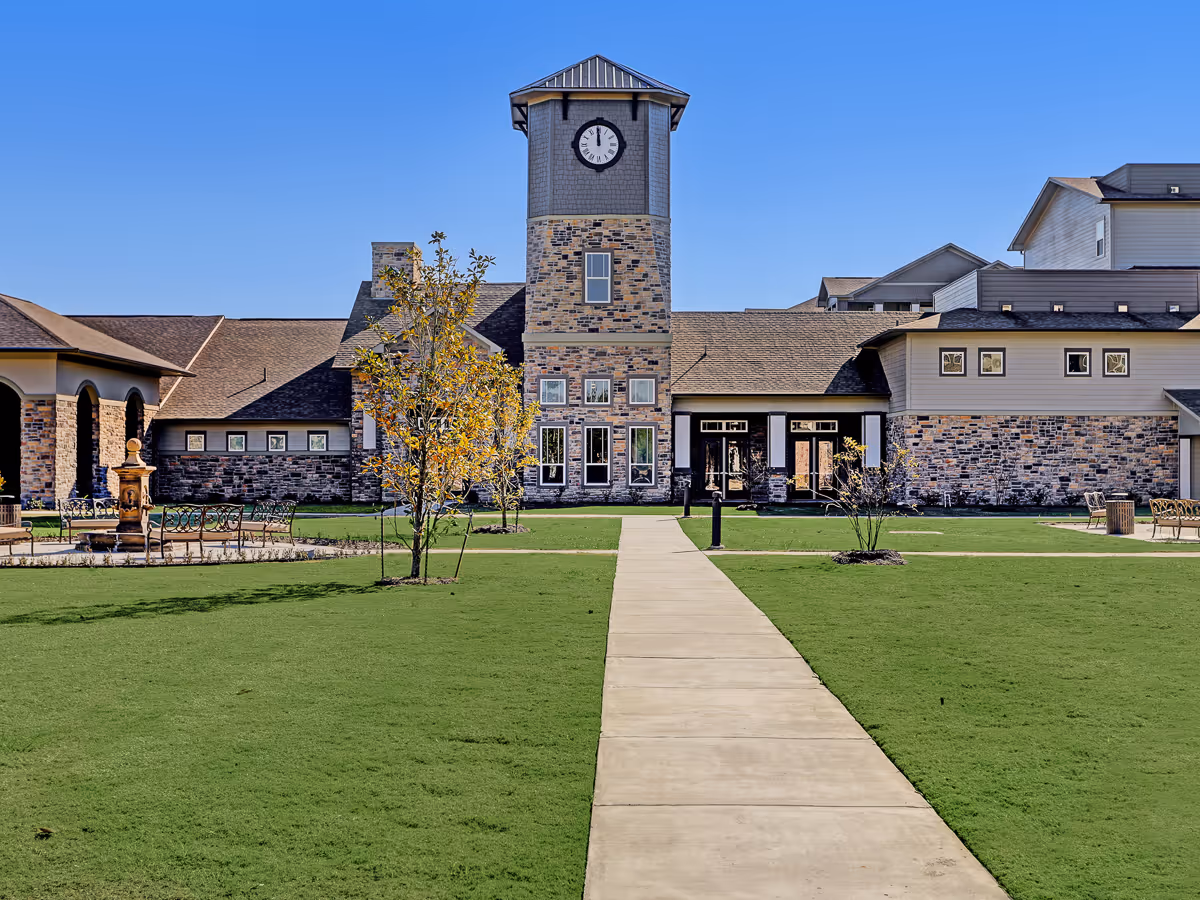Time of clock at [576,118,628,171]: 11:59
